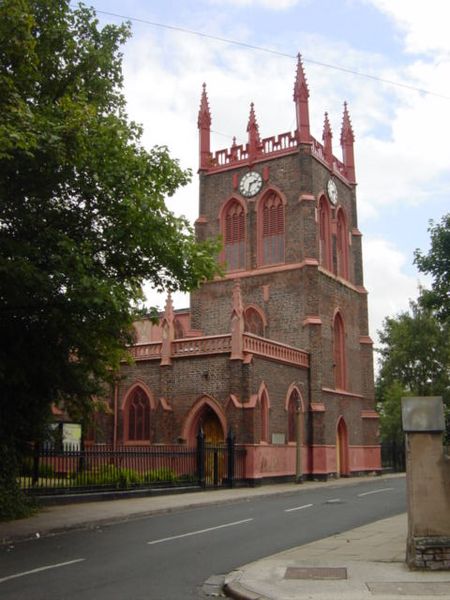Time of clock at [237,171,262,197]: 2:32
